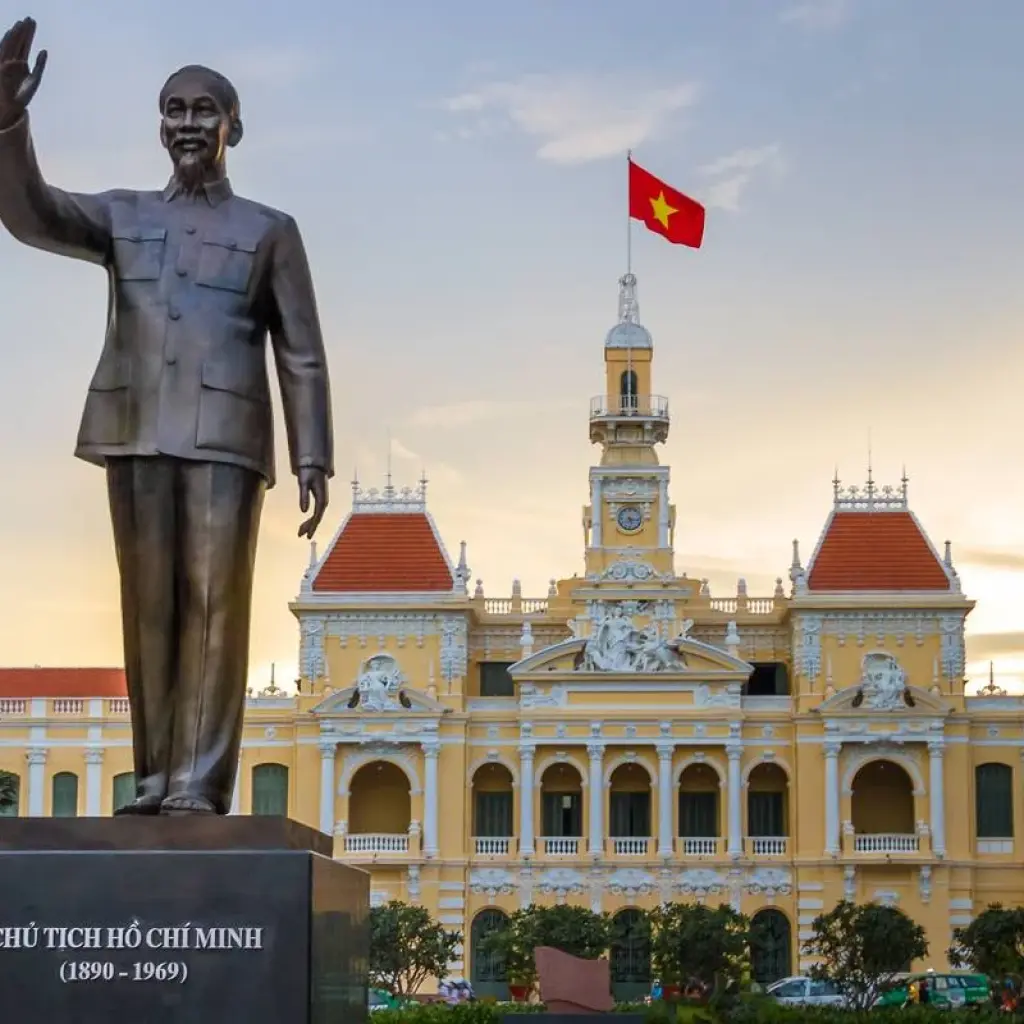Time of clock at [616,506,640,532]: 5:15
